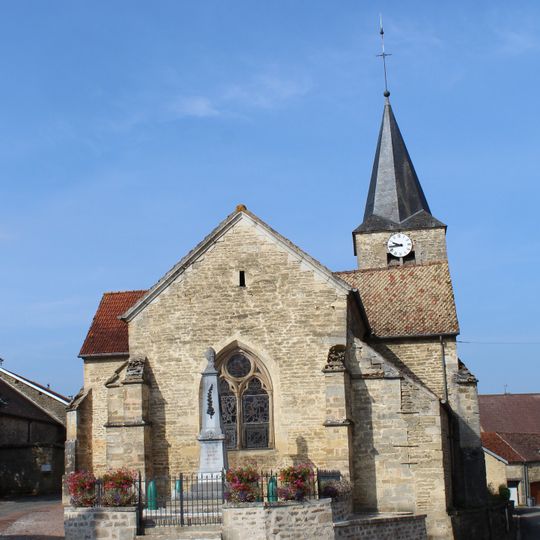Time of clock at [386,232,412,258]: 9:43
